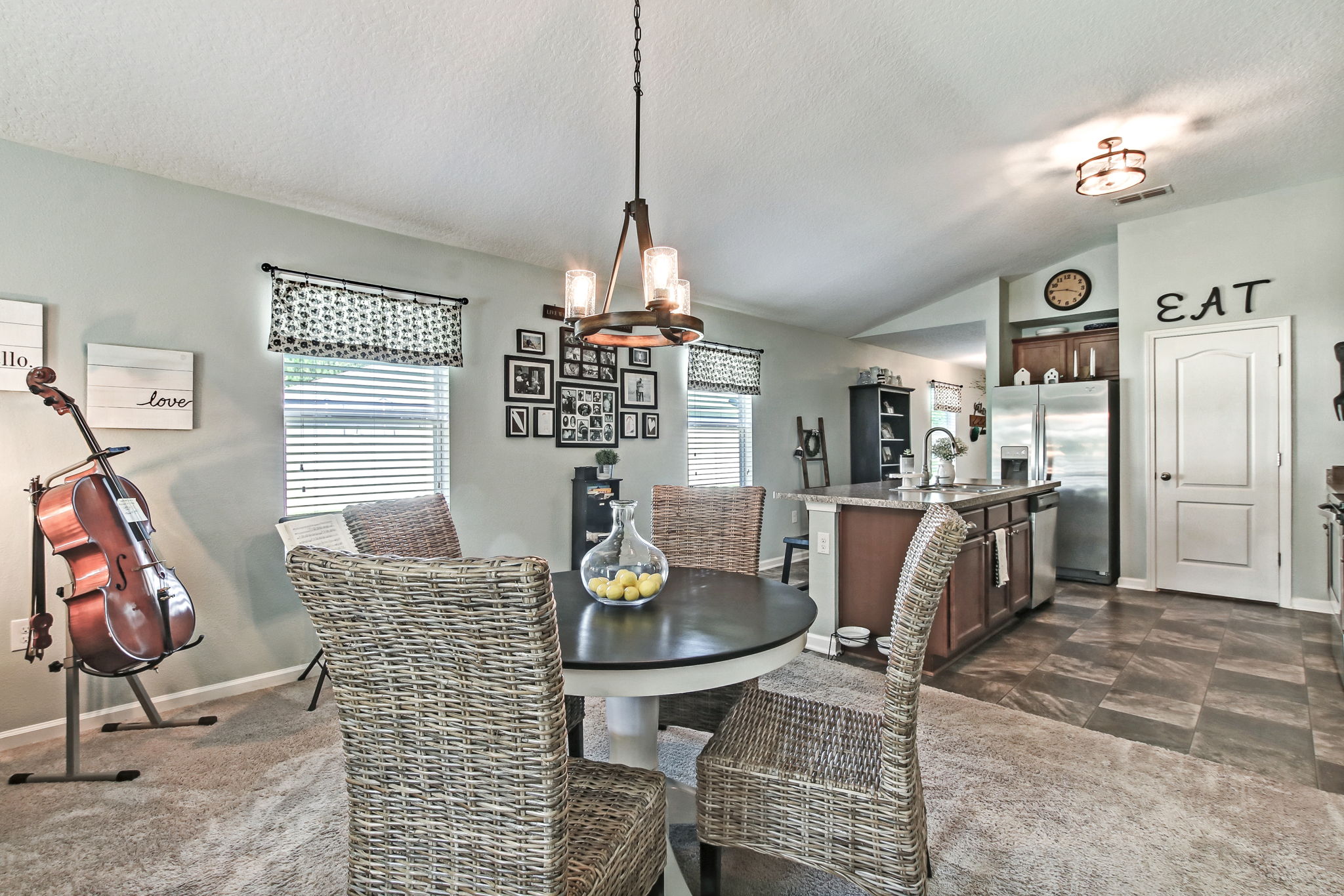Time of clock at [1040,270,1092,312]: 3:45
